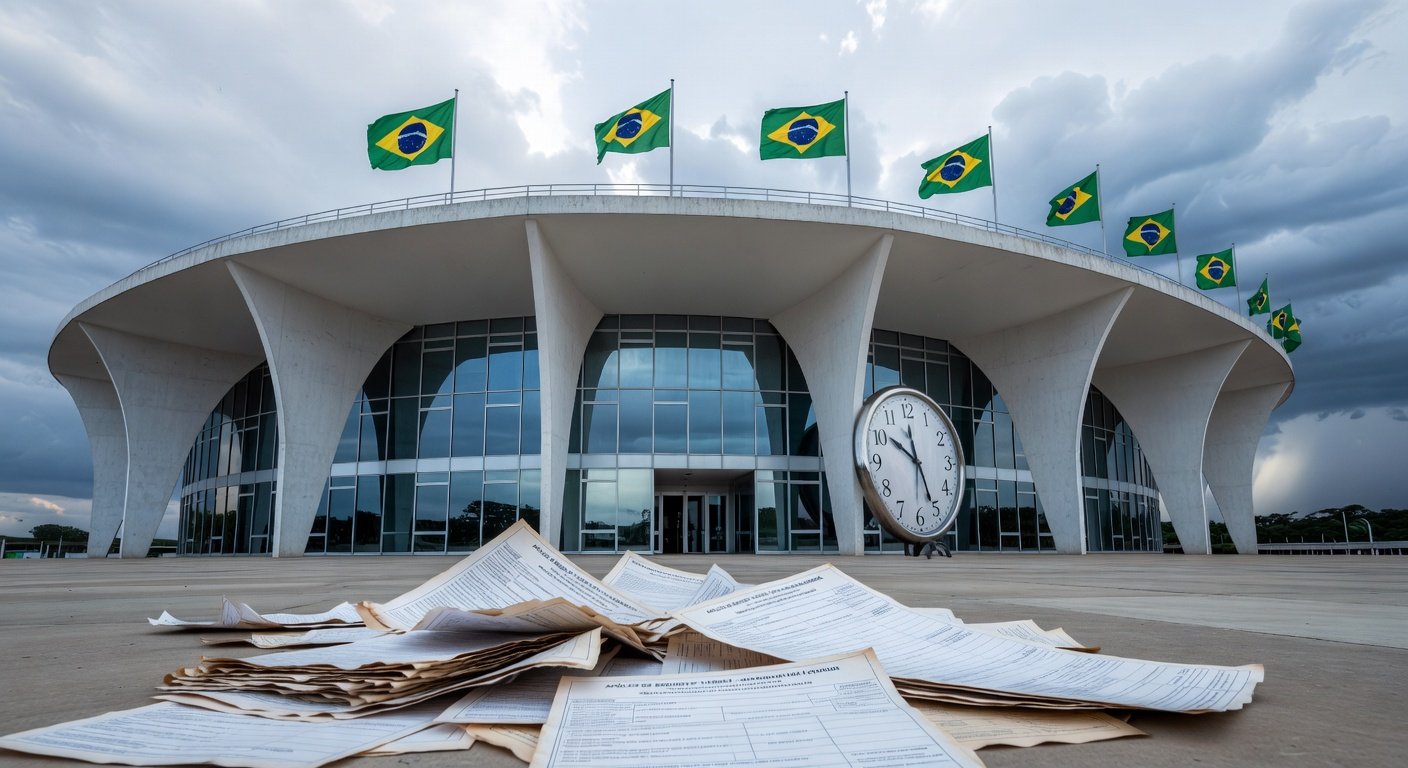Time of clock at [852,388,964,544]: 10:26
